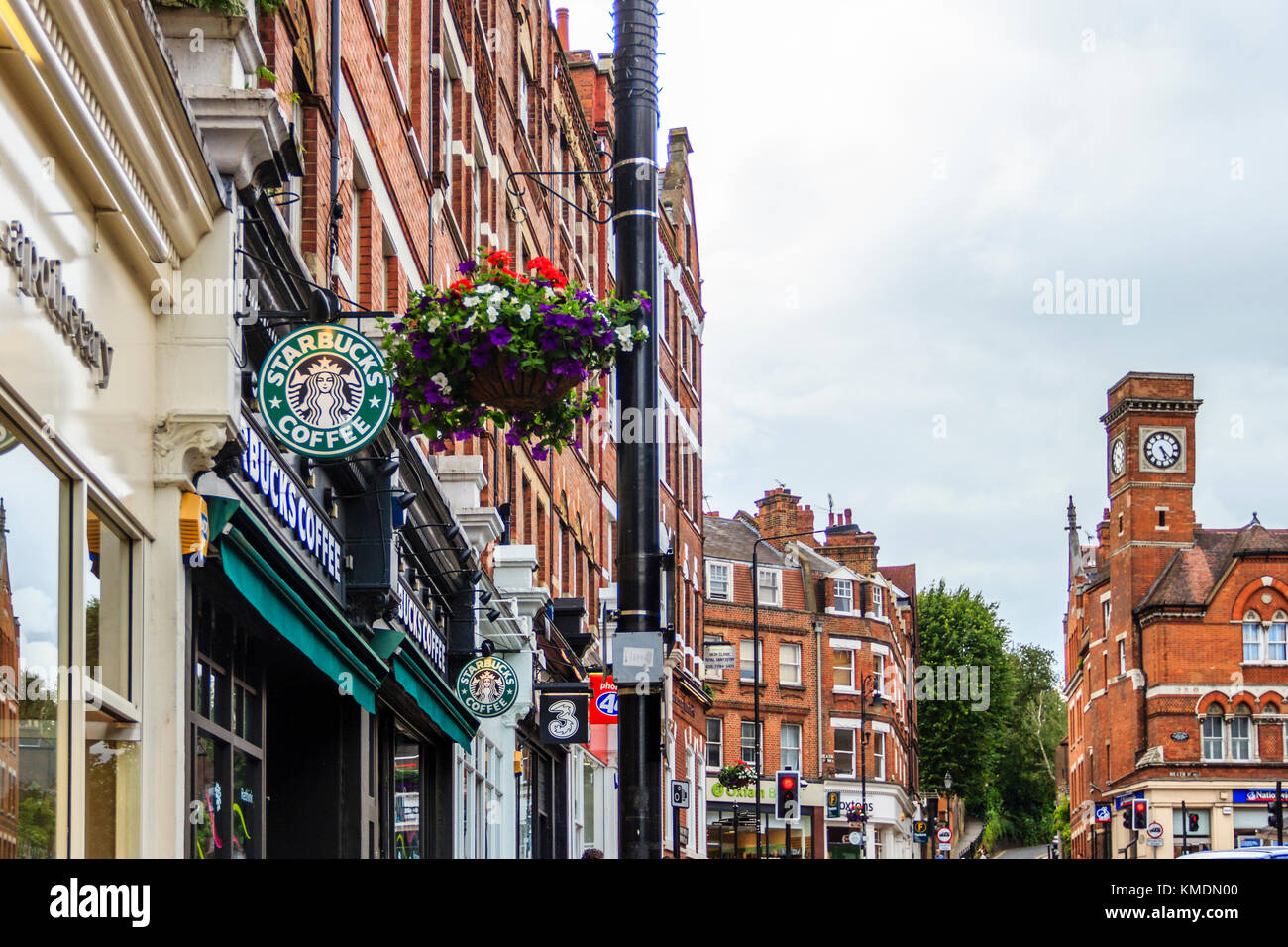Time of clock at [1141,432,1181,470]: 5:22
